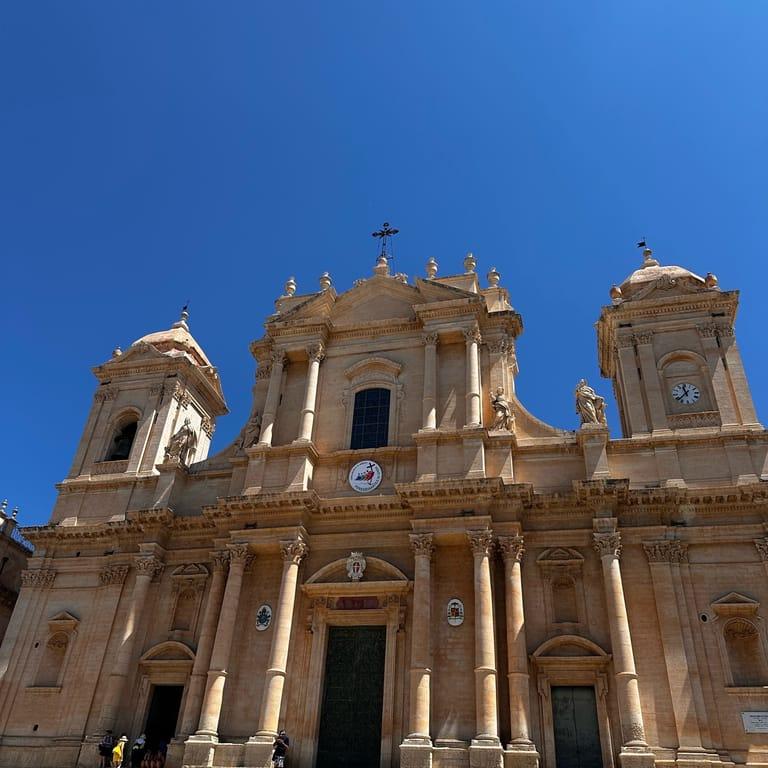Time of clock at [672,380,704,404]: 11:37
